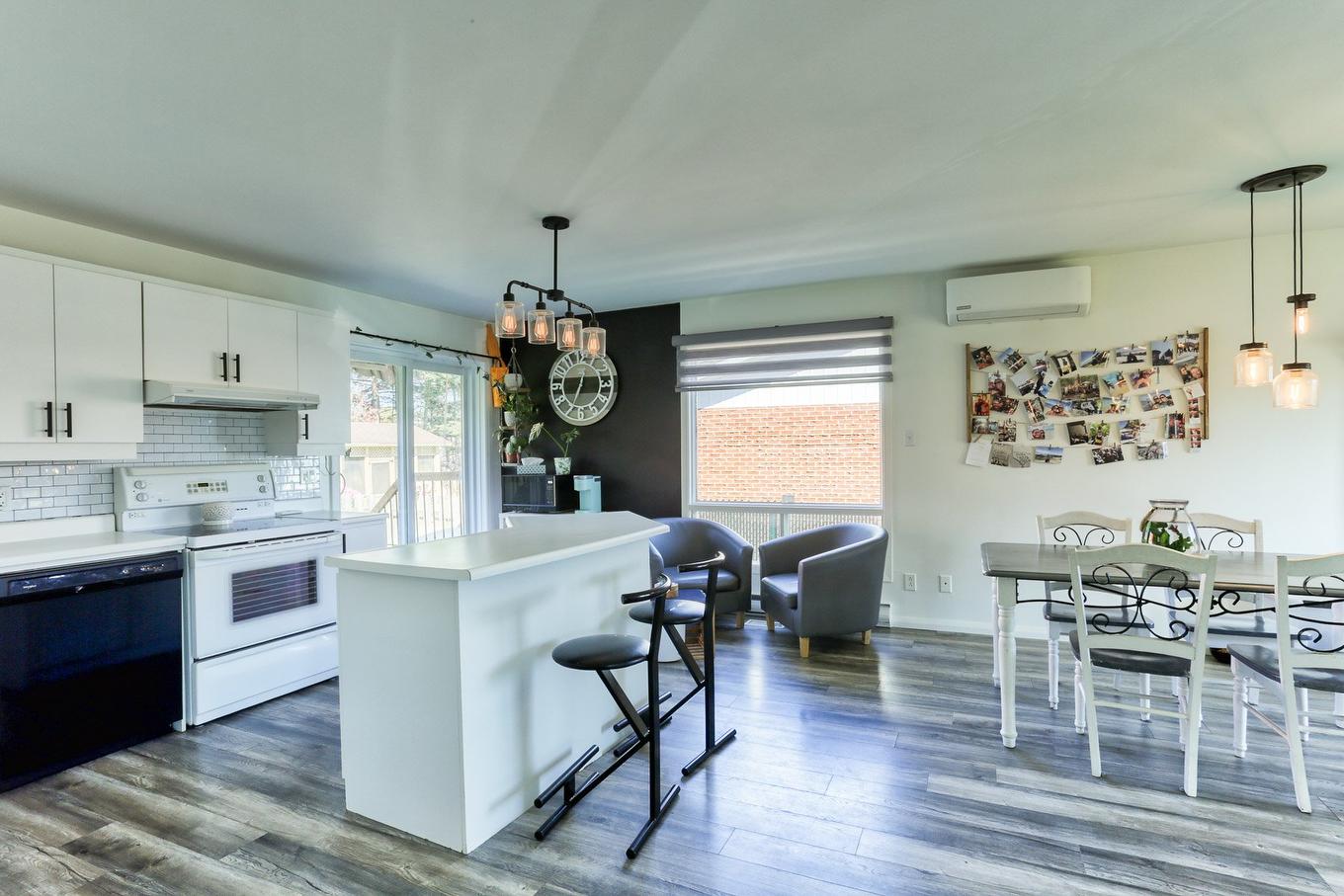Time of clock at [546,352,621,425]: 12:34
